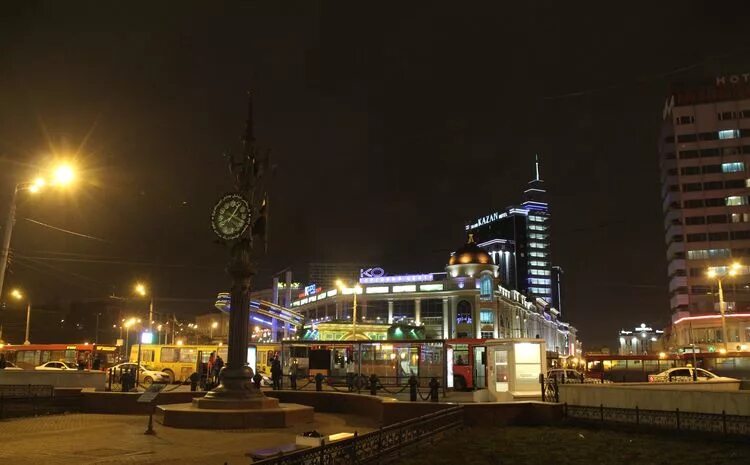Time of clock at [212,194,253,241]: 1:18
